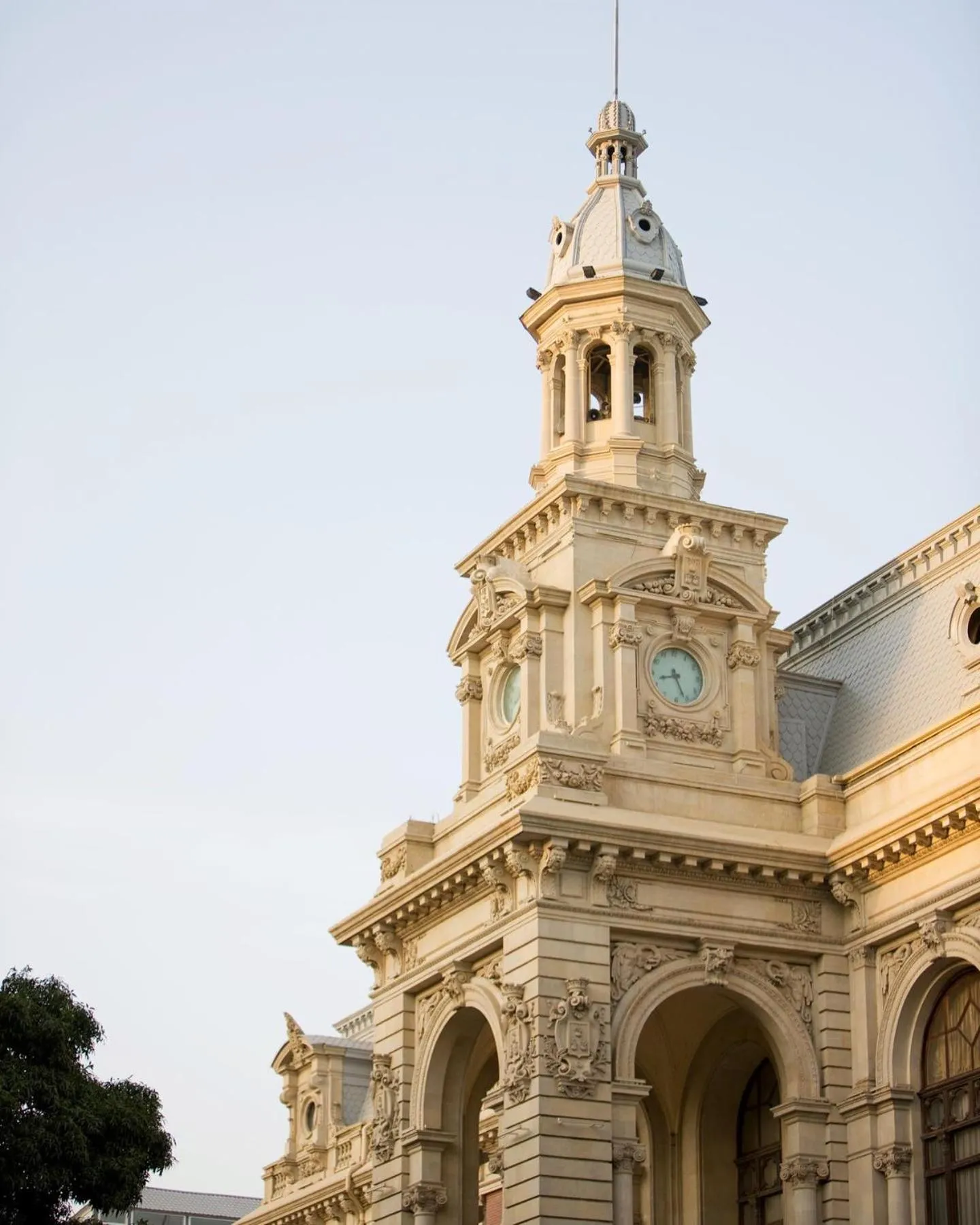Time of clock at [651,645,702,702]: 8:26
